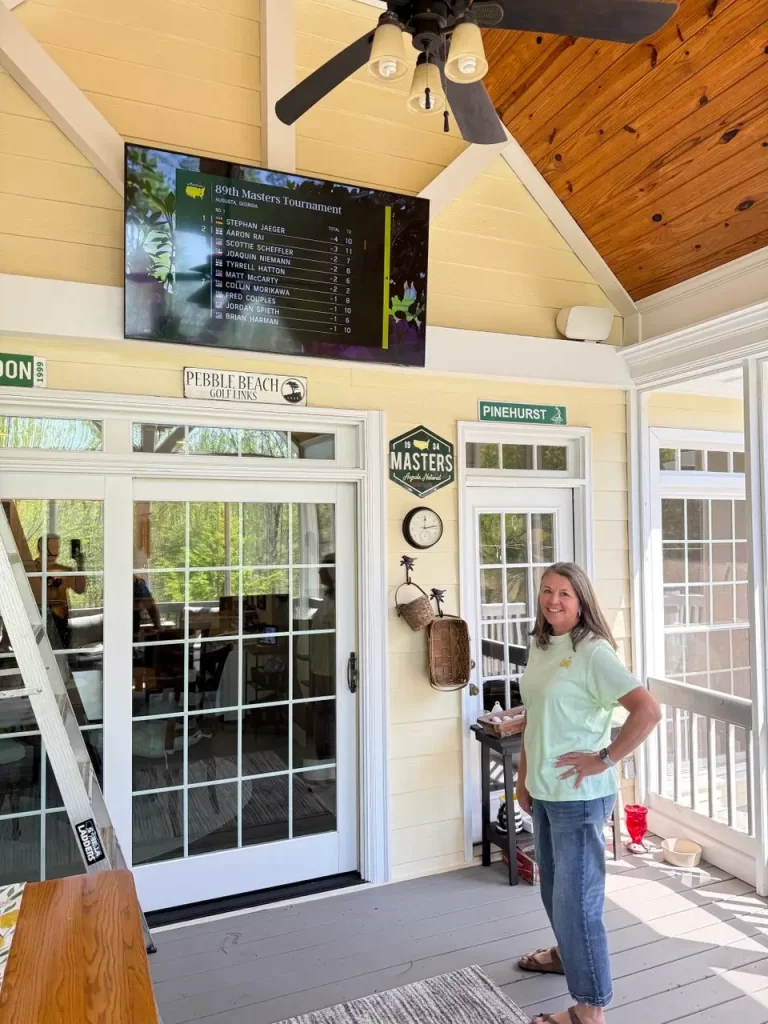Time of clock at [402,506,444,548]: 12:13
